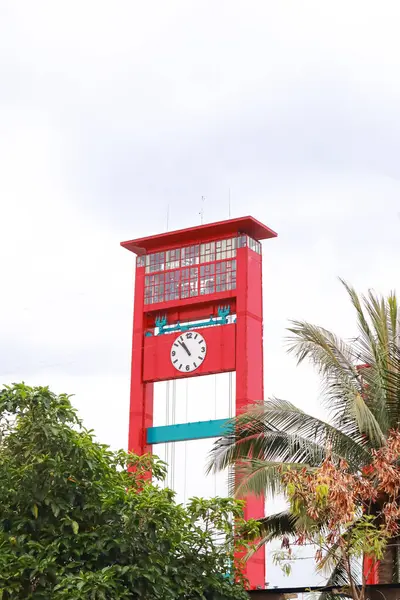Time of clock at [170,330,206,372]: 10:52
